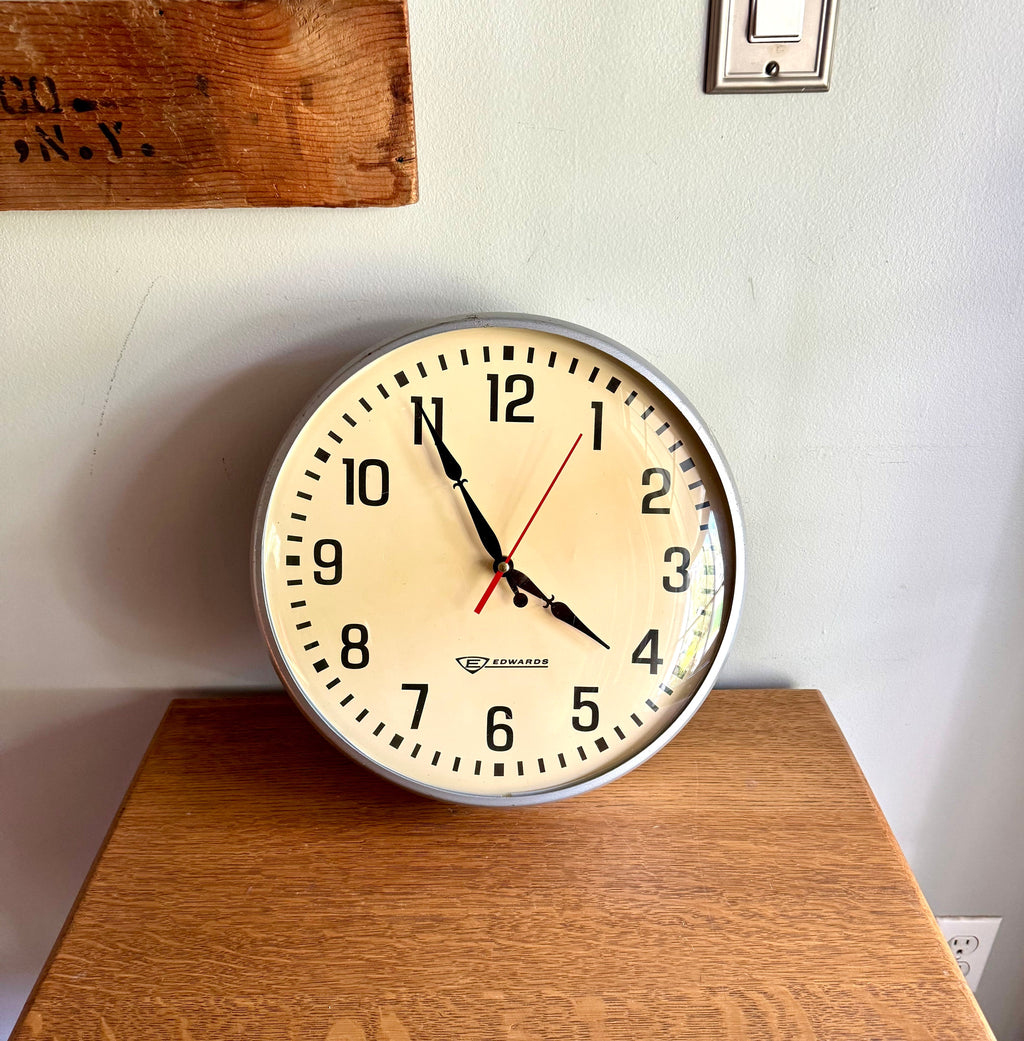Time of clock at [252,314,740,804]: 3:55
